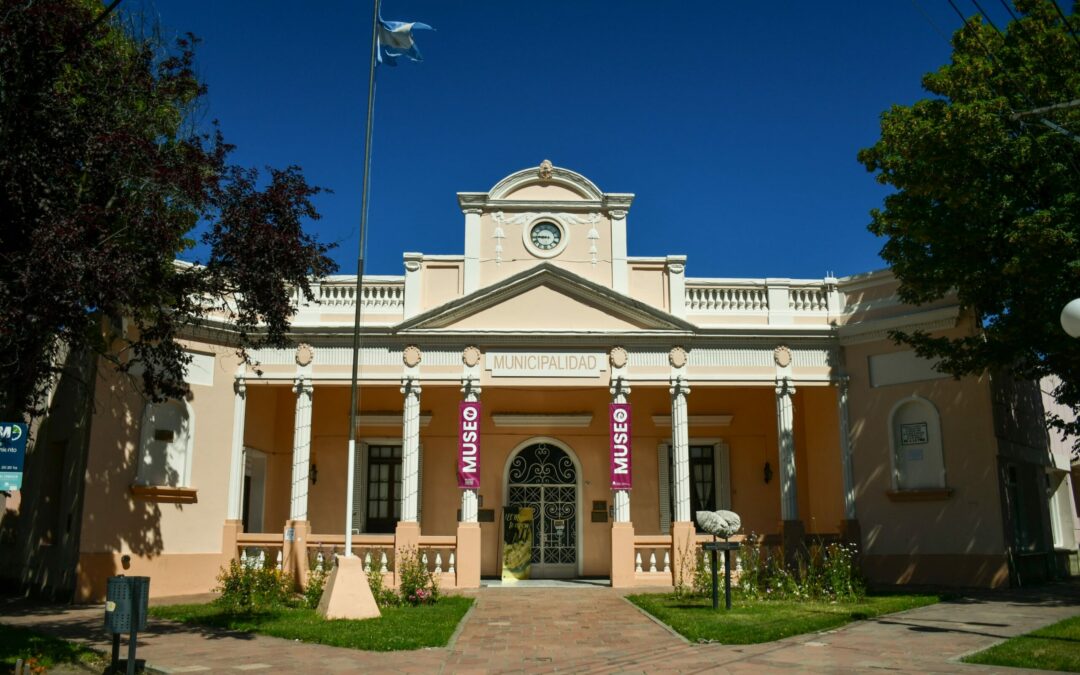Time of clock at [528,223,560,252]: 8:45
